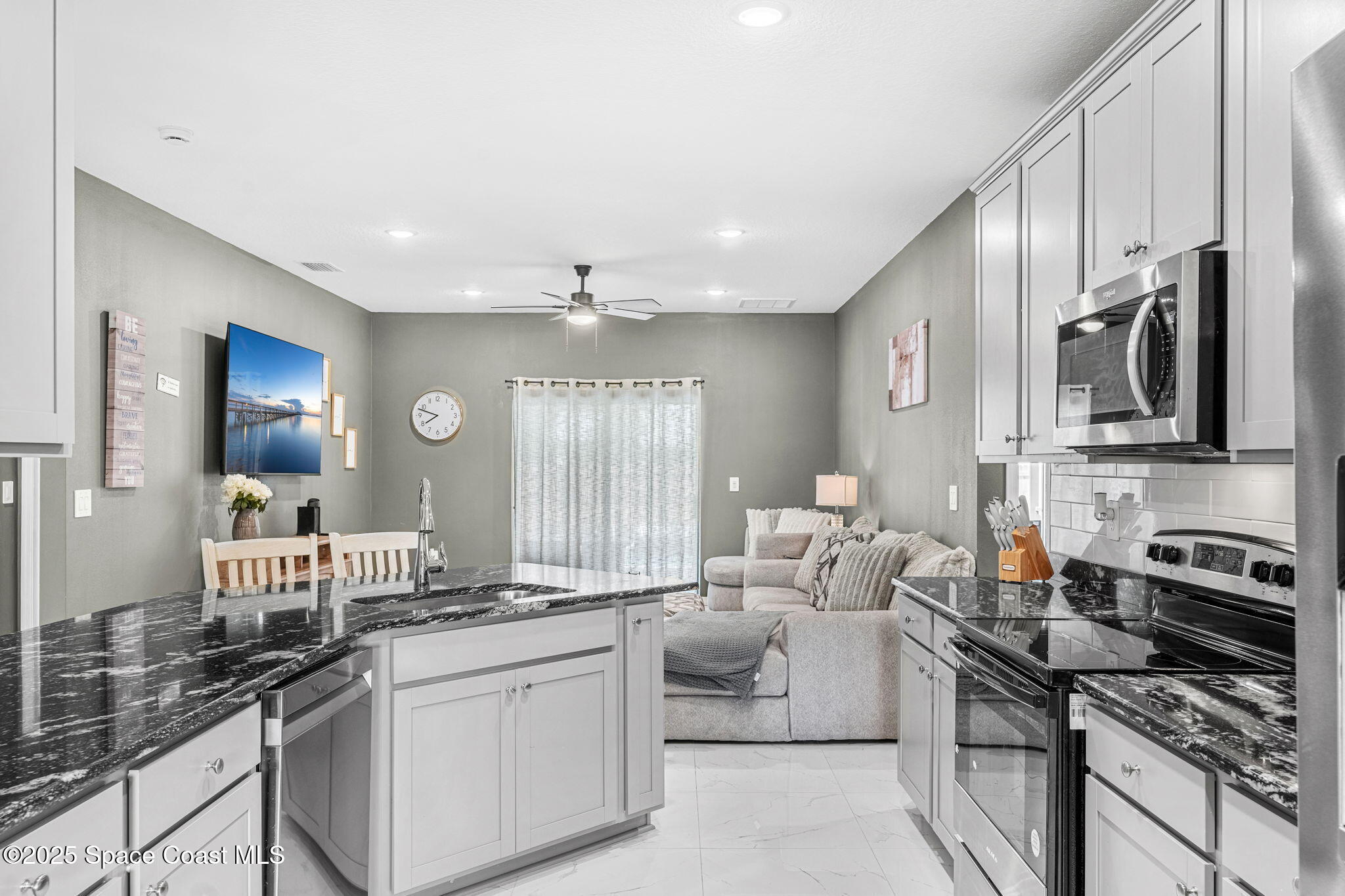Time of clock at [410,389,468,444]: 7:48
